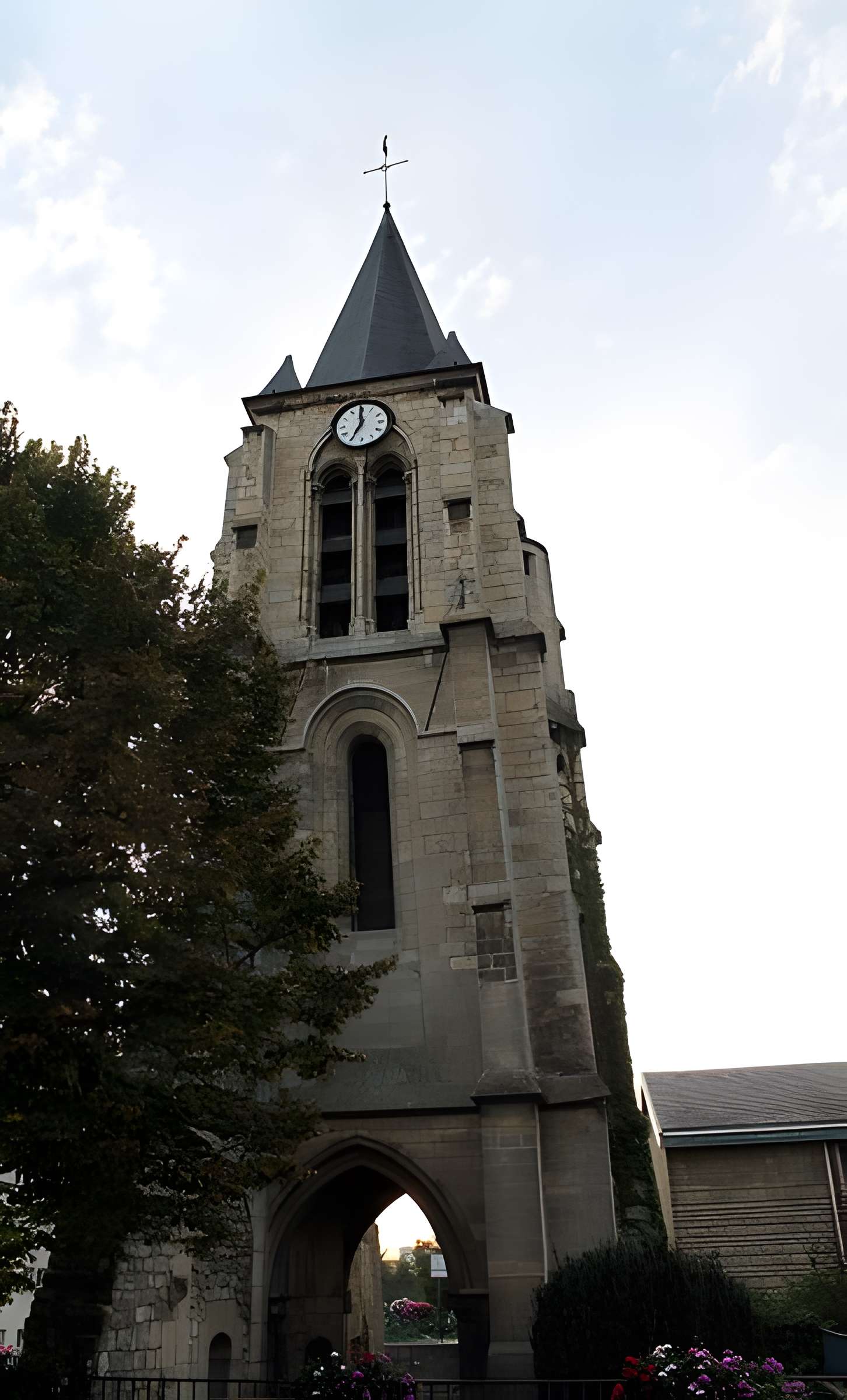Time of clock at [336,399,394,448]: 6:59
